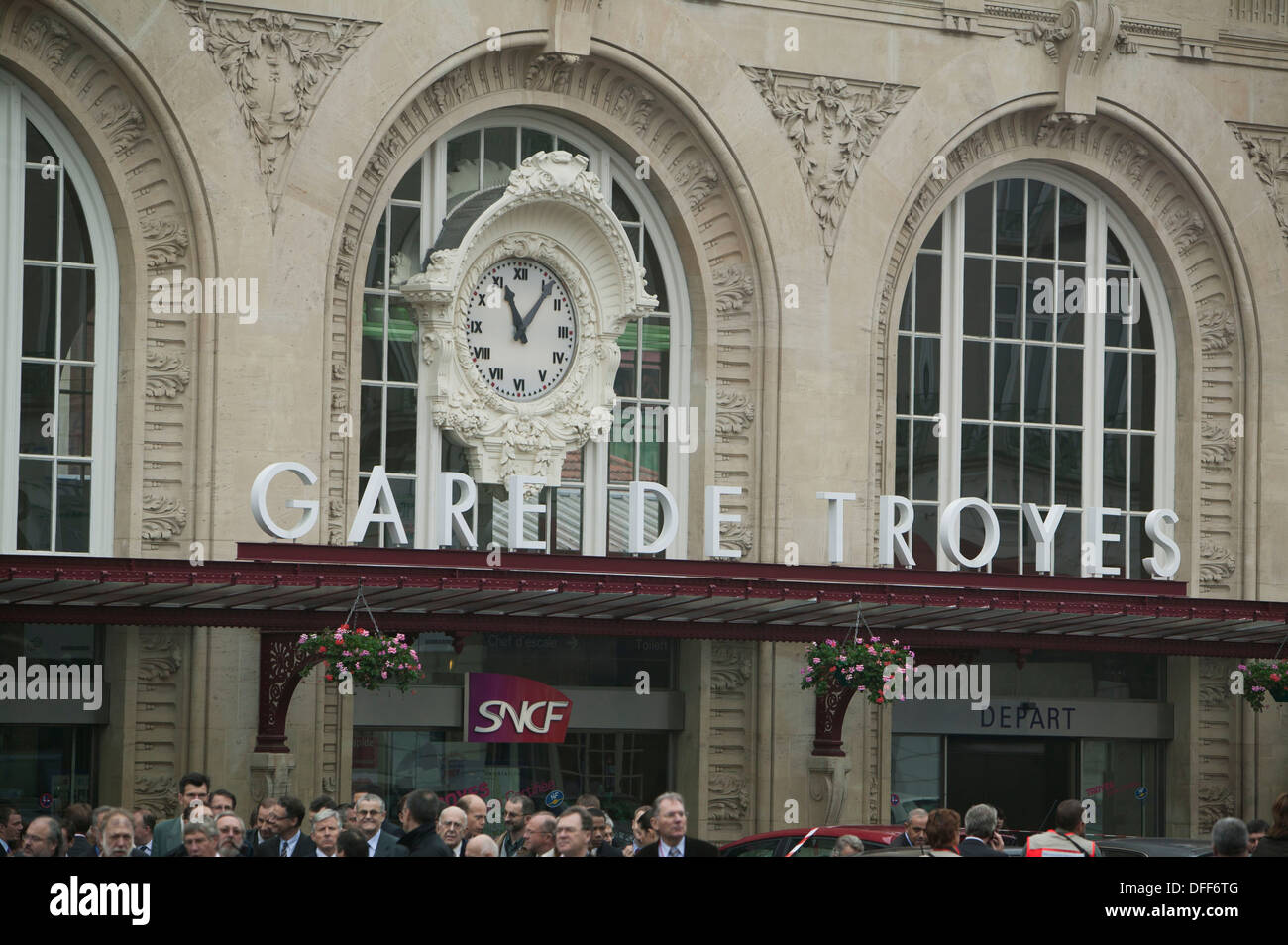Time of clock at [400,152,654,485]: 11:07
